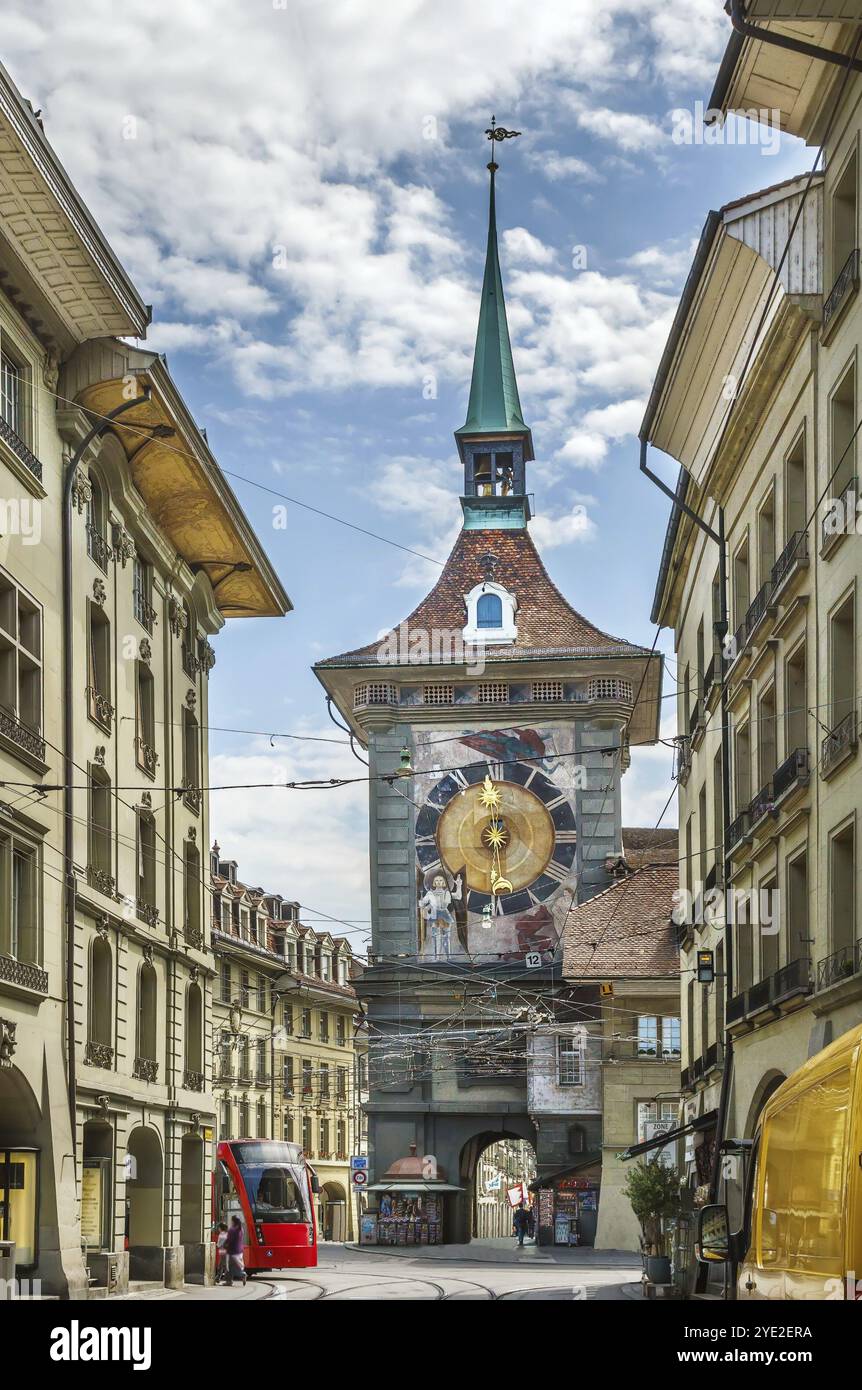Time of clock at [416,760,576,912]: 11:59
